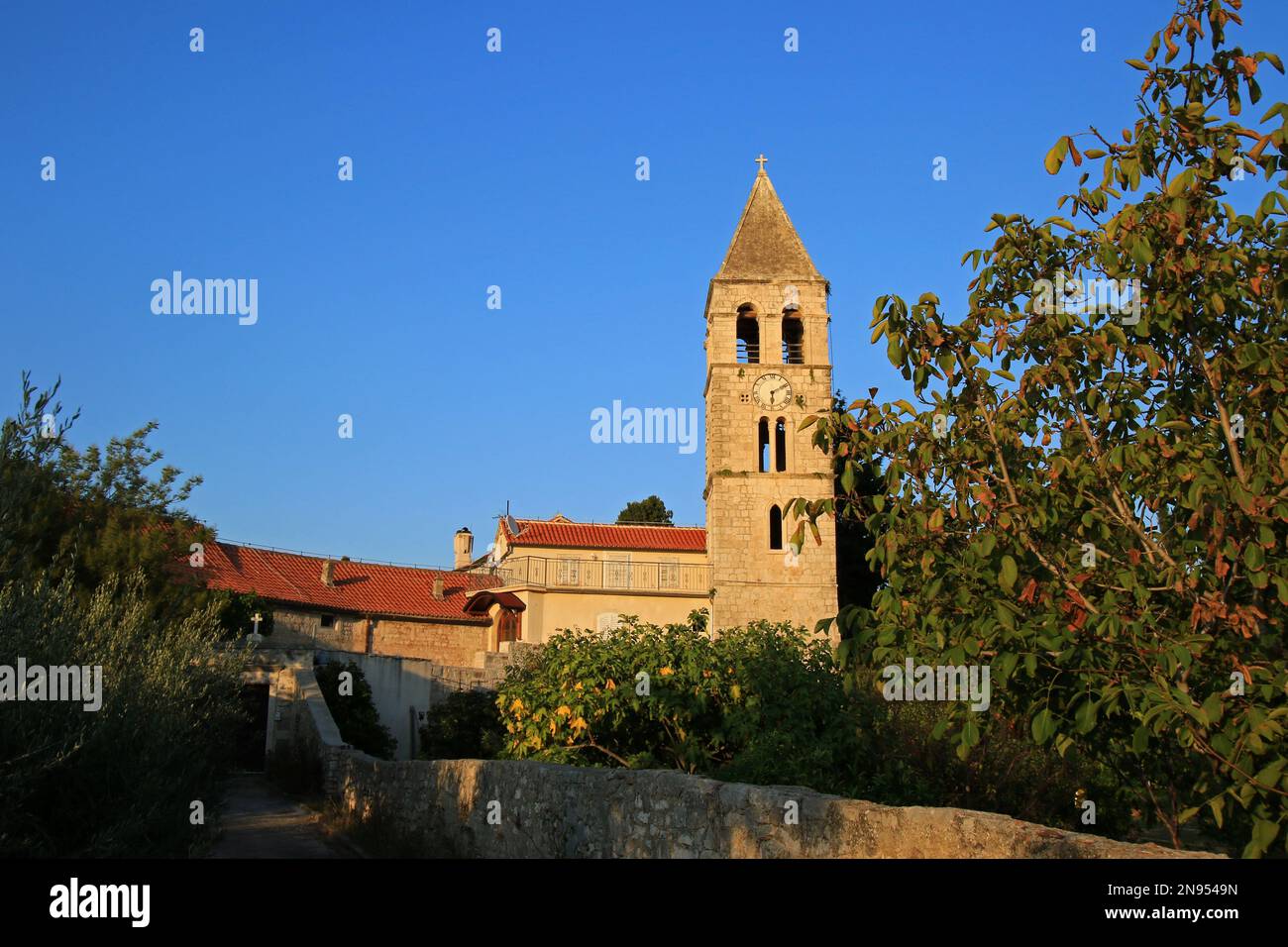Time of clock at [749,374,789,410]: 6:10
